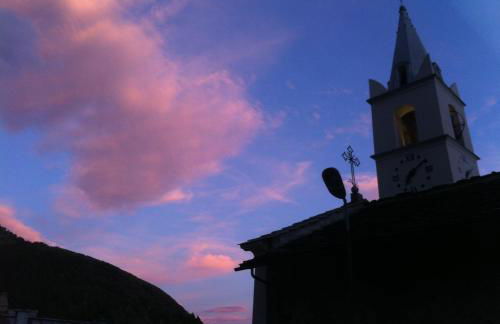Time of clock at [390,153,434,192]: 7:08
